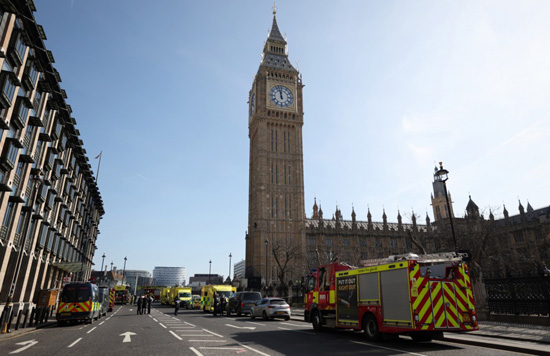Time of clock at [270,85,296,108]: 11:57
